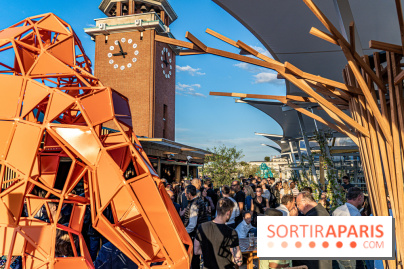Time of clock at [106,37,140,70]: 8:56
